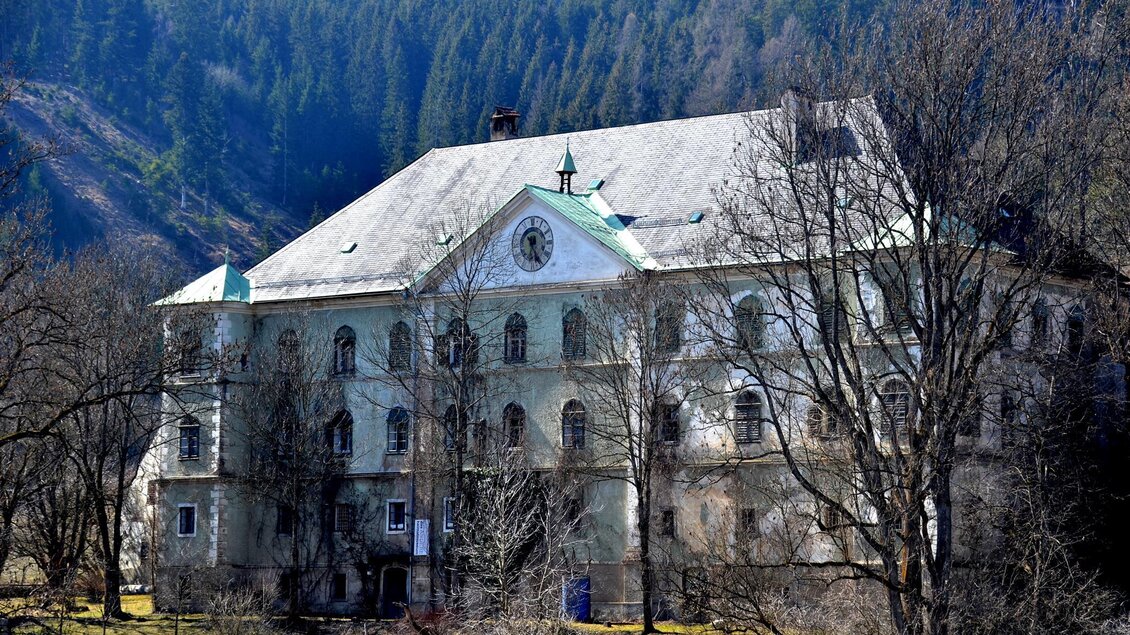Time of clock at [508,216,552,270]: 6:25
